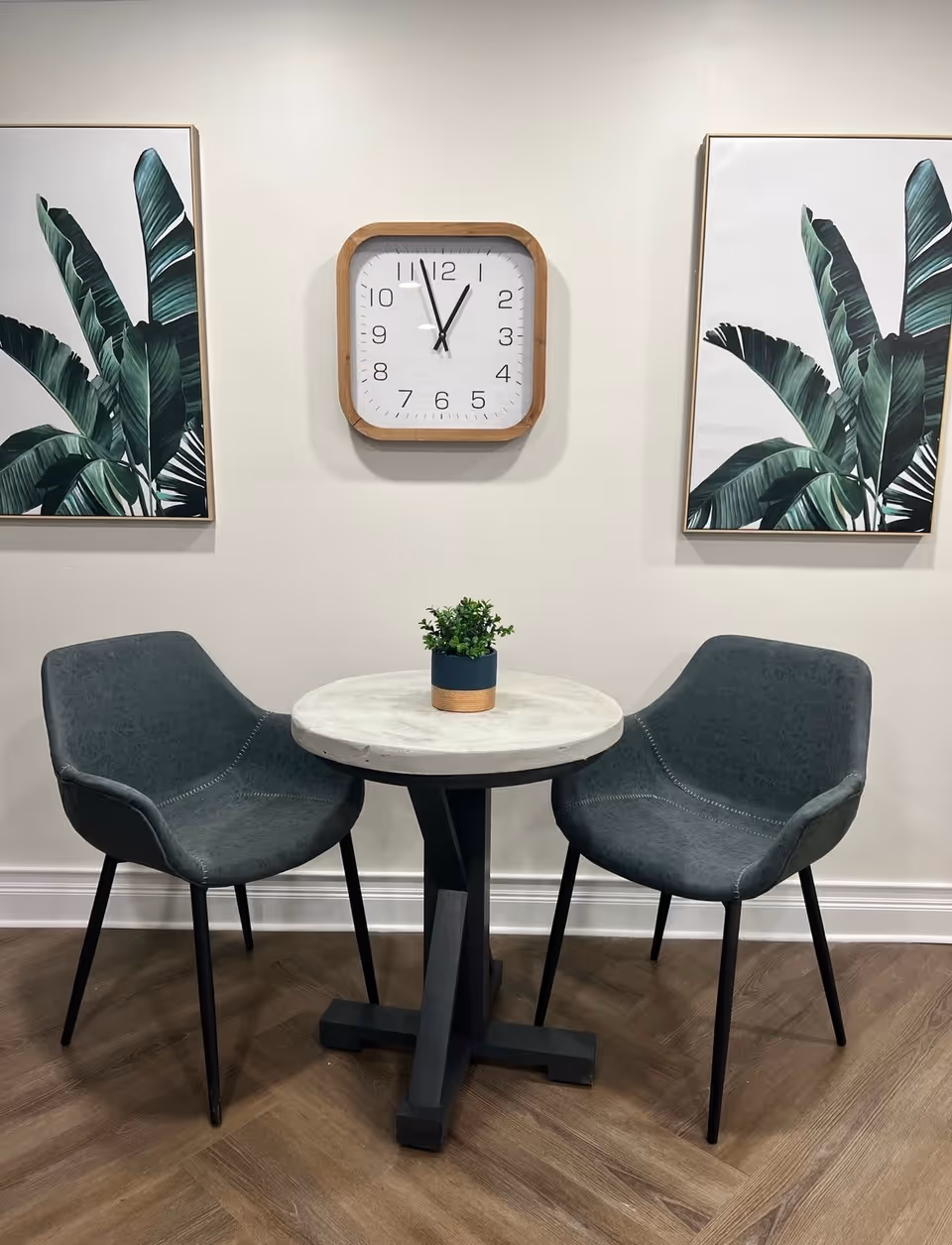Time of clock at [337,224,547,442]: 12:57
